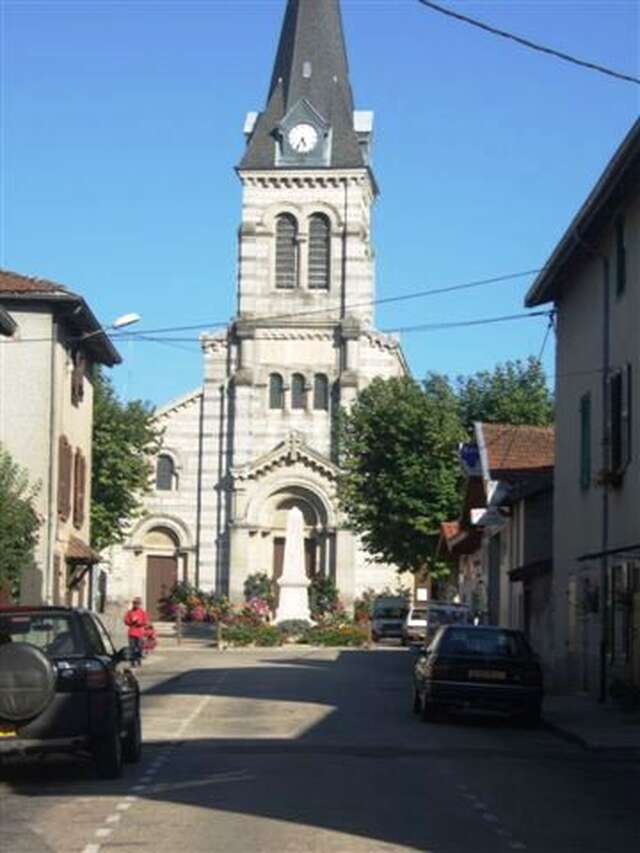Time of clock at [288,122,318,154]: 5:35
